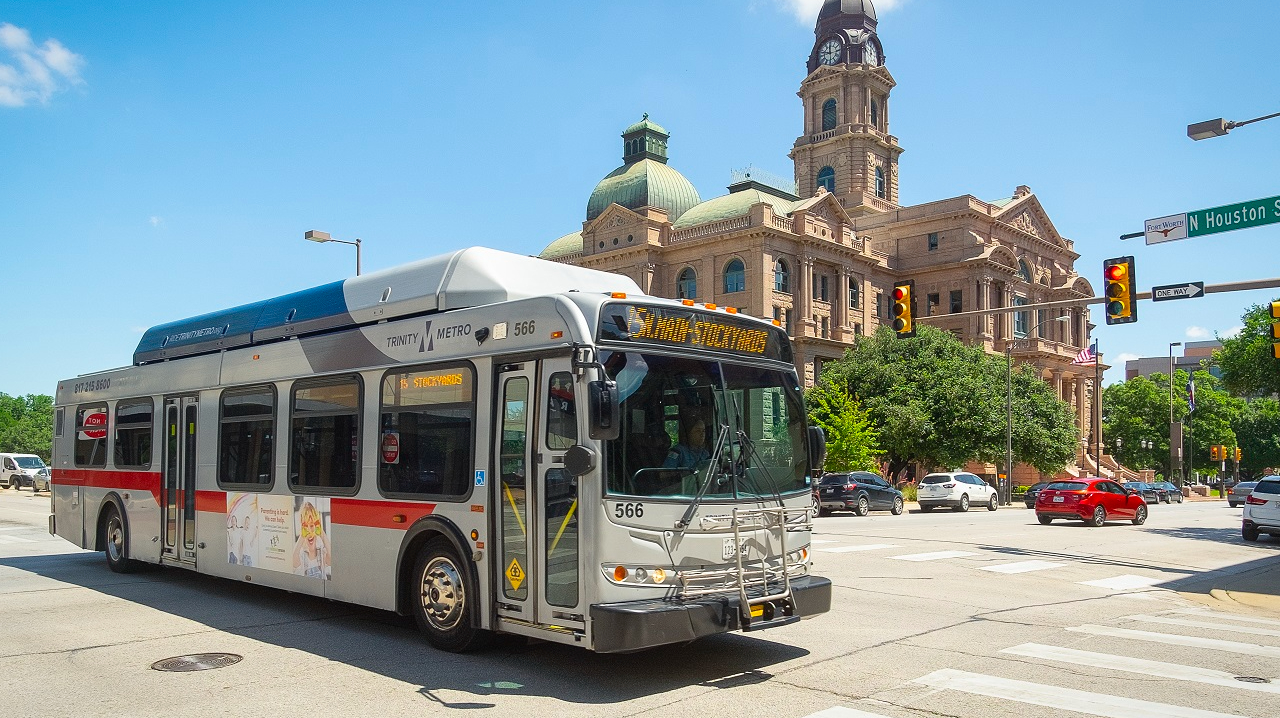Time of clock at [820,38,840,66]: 11:46
